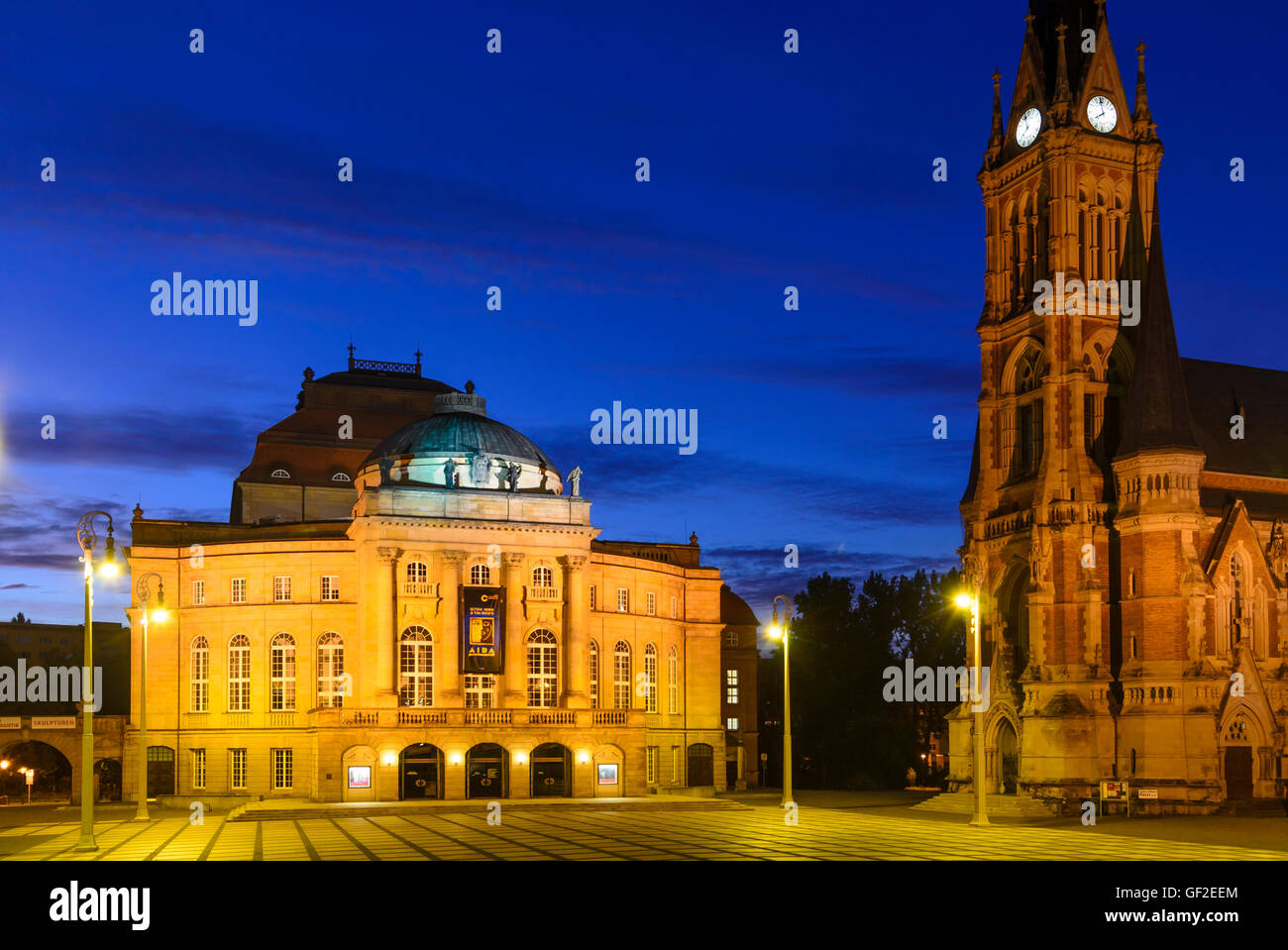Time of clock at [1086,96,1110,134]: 7:58
